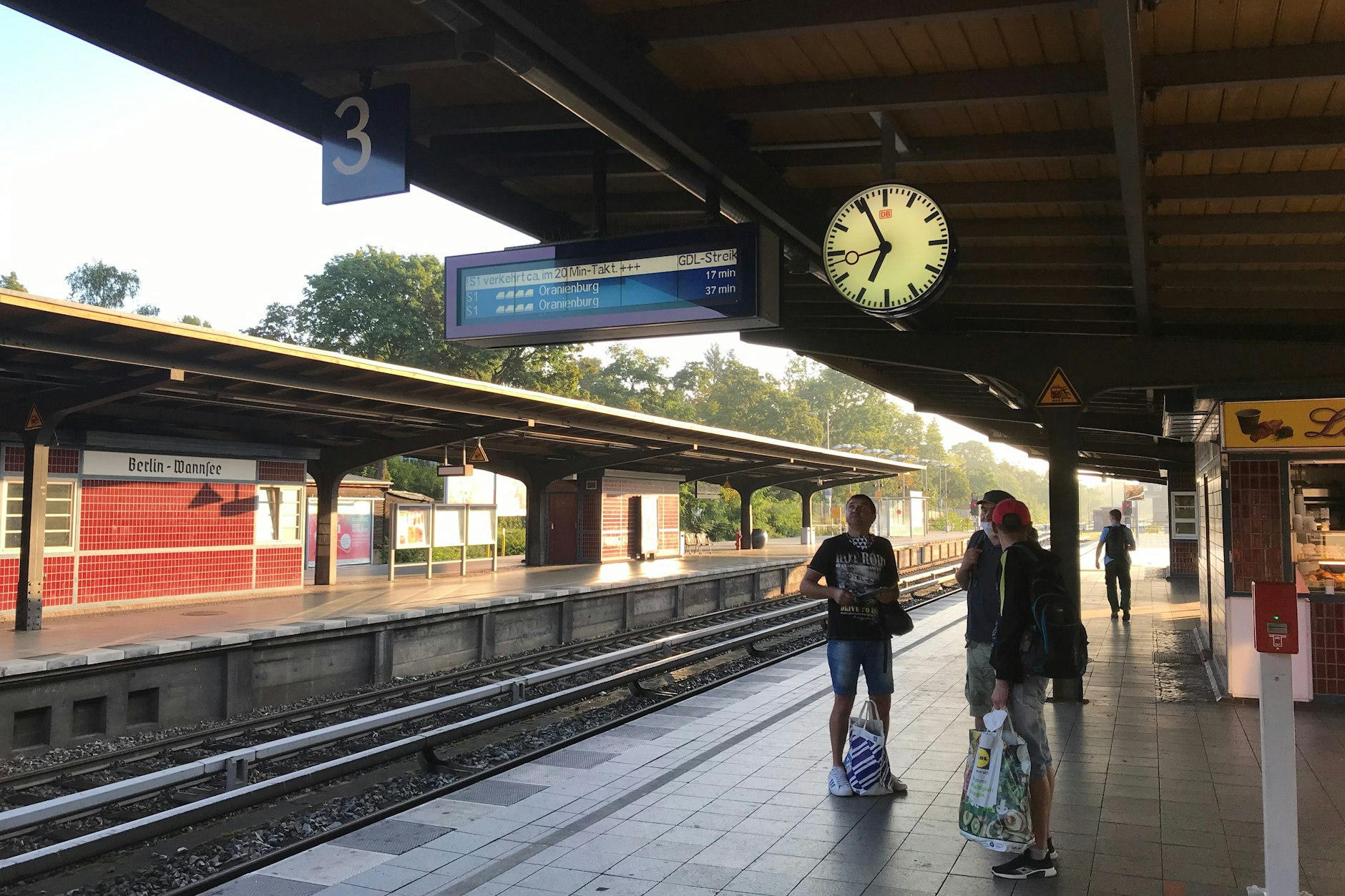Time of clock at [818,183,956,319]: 6:55
